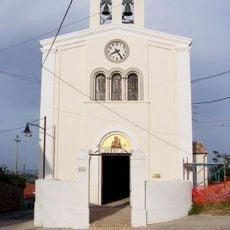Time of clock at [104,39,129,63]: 8:24
